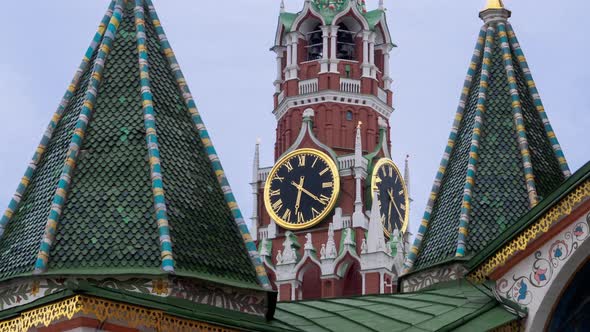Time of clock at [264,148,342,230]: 6:21
